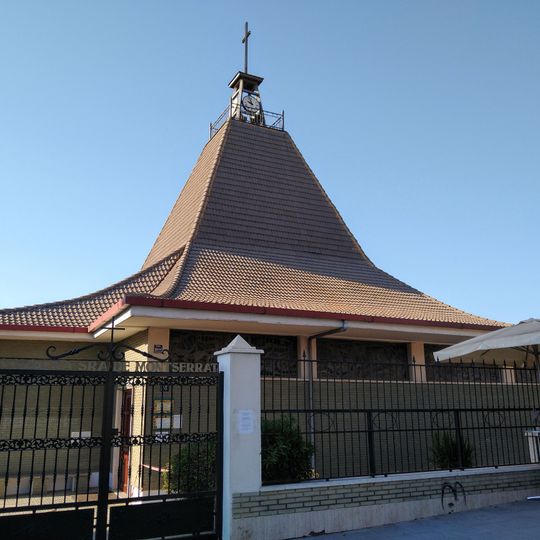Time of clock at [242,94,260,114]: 9:57
